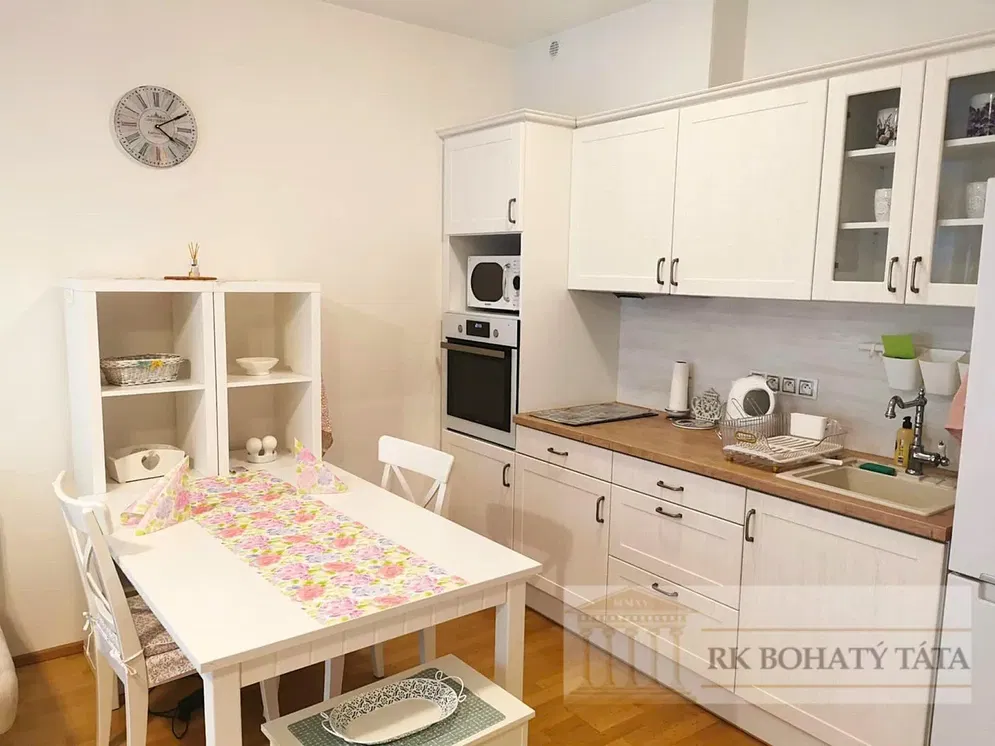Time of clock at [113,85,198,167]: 4:10
